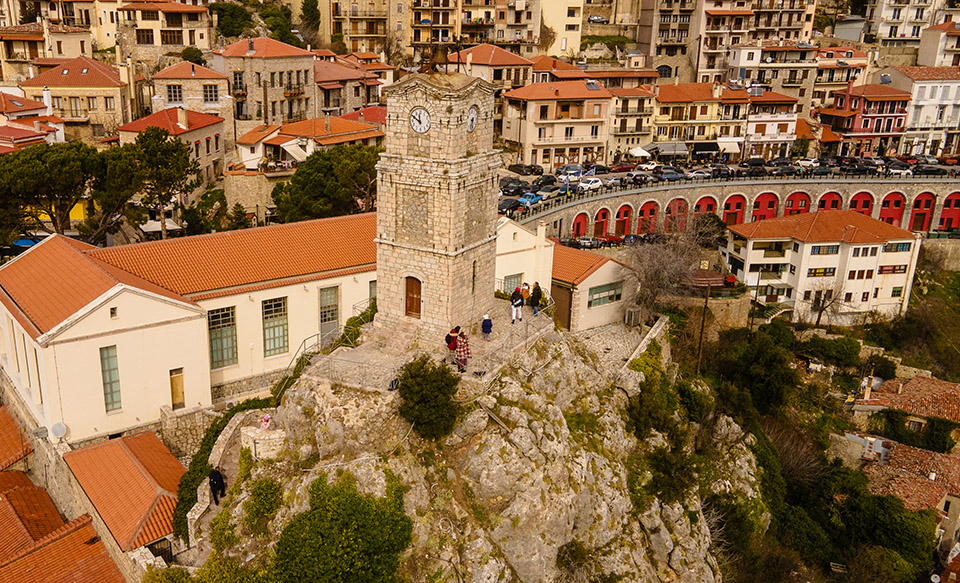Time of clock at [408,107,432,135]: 11:50
